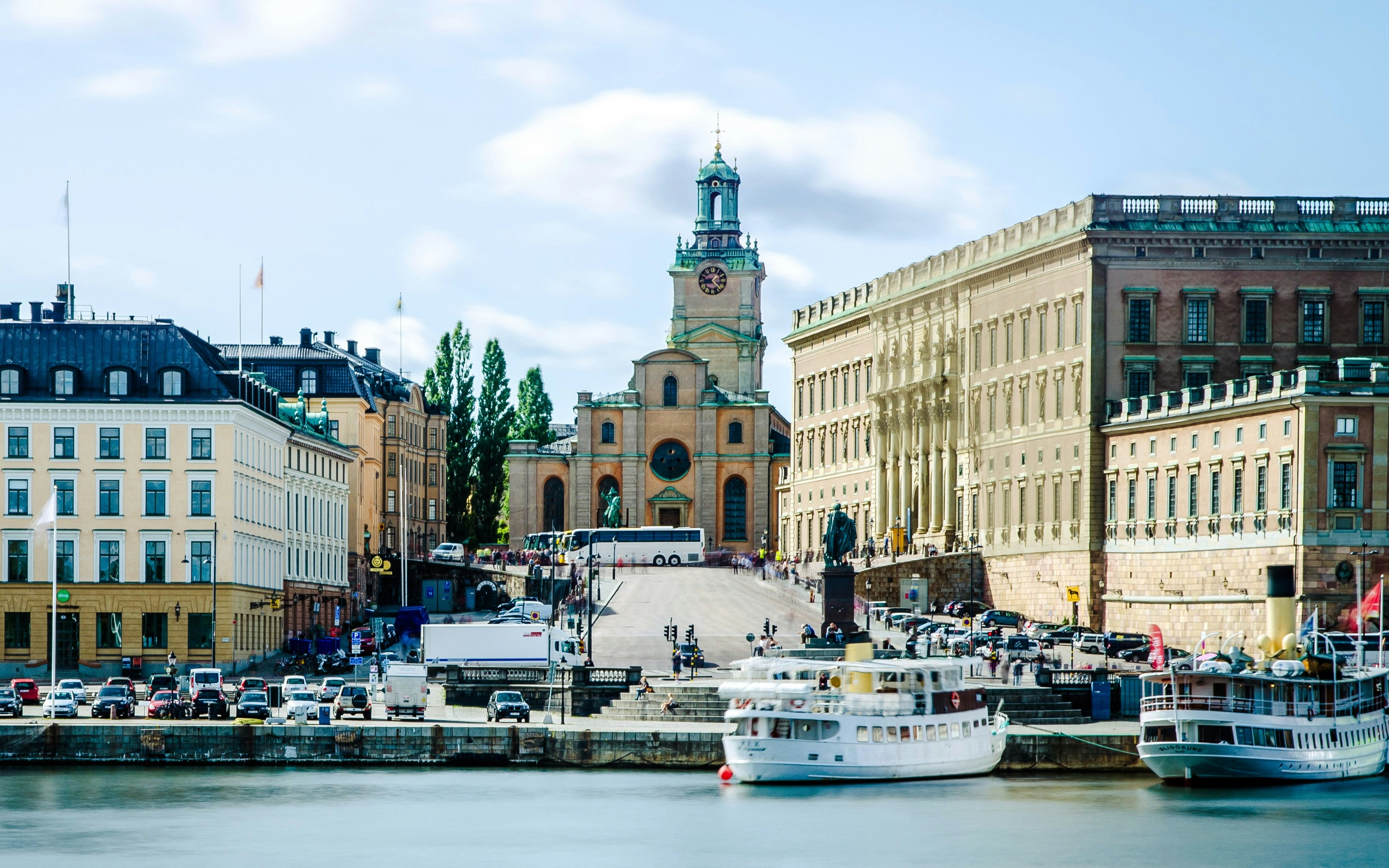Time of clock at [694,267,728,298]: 1:22
